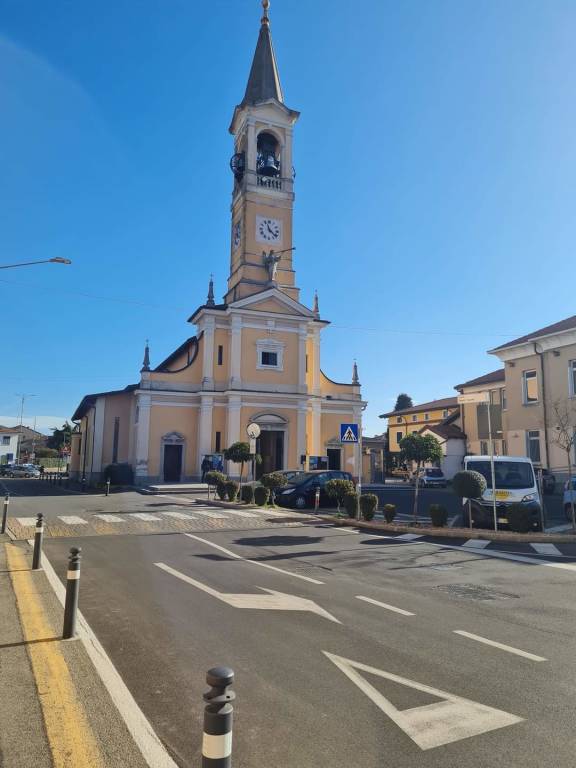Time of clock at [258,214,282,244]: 11:21
